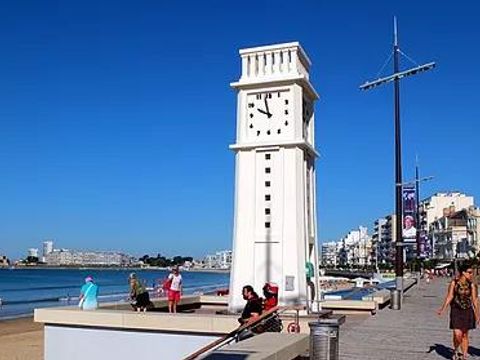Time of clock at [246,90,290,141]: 9:57
